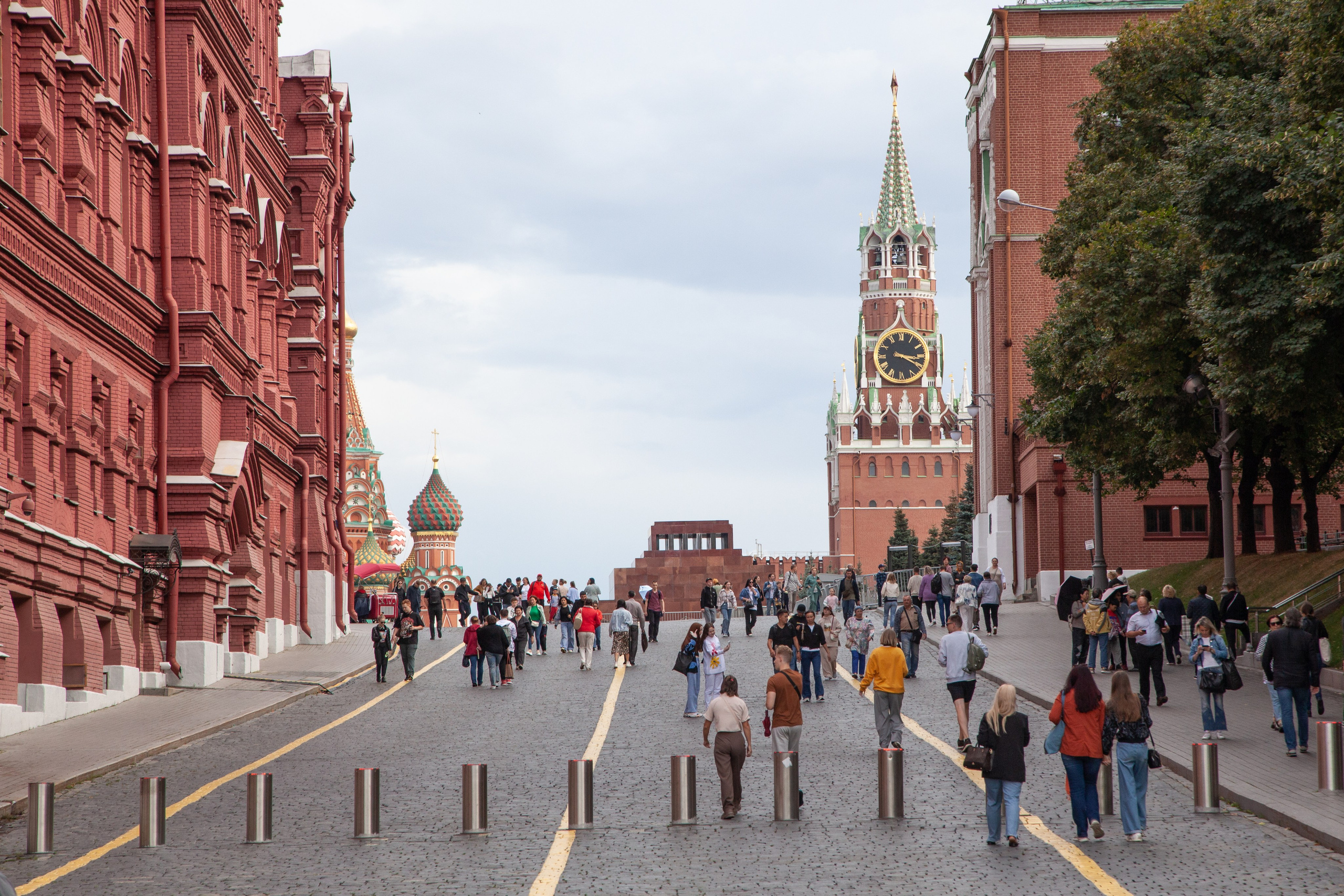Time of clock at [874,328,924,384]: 3:19
